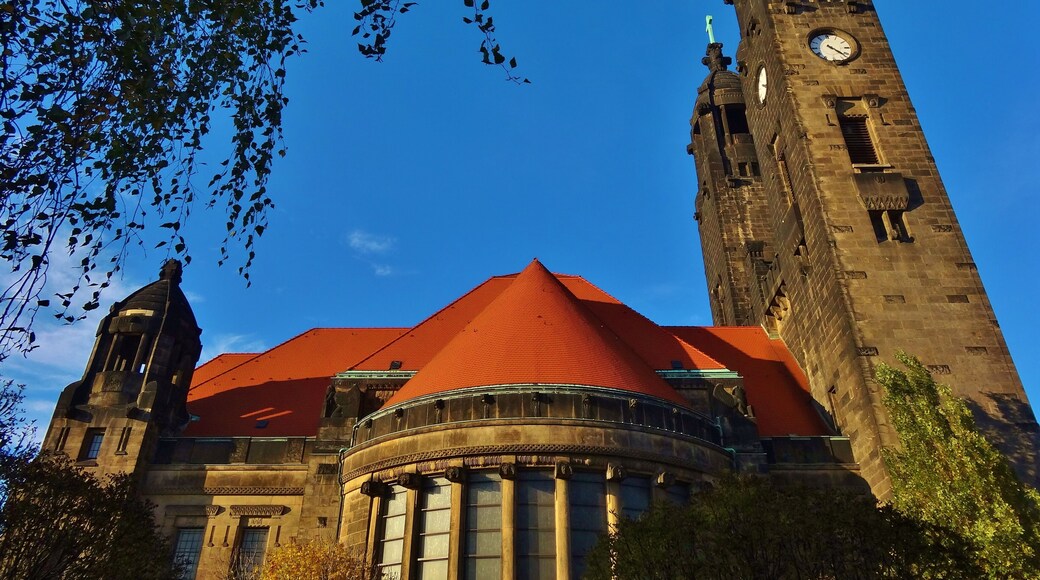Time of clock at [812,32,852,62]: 4:21
